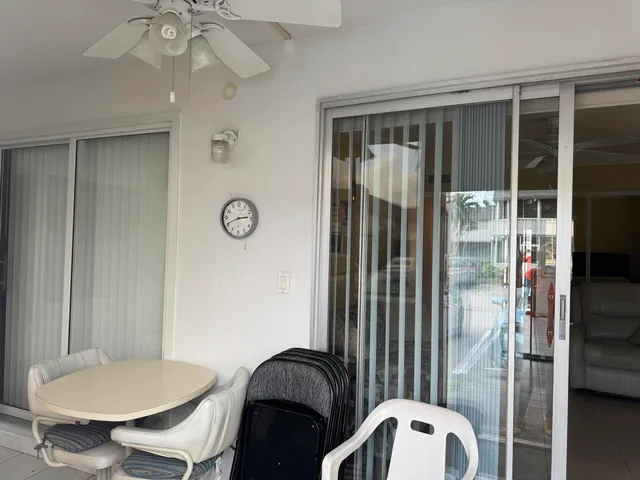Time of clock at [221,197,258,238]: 2:41
